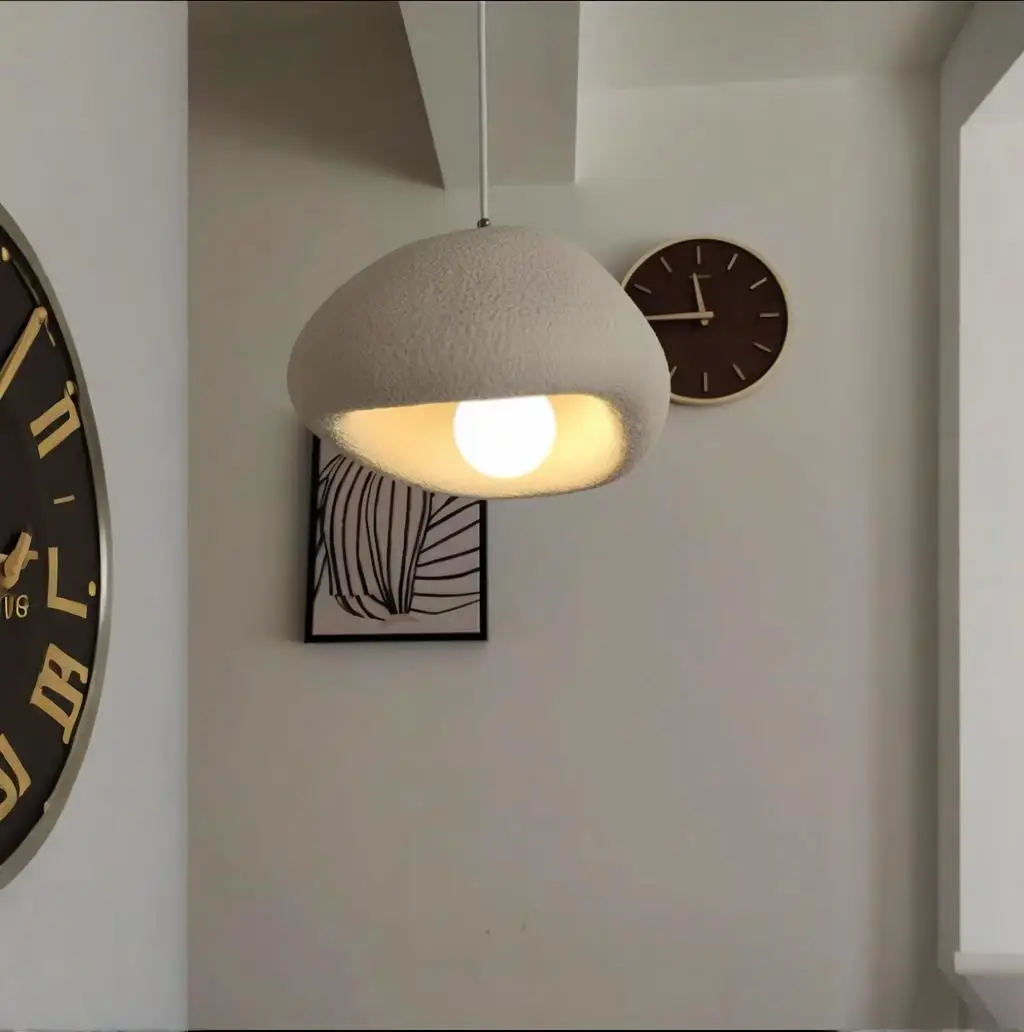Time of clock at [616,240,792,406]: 11:45
